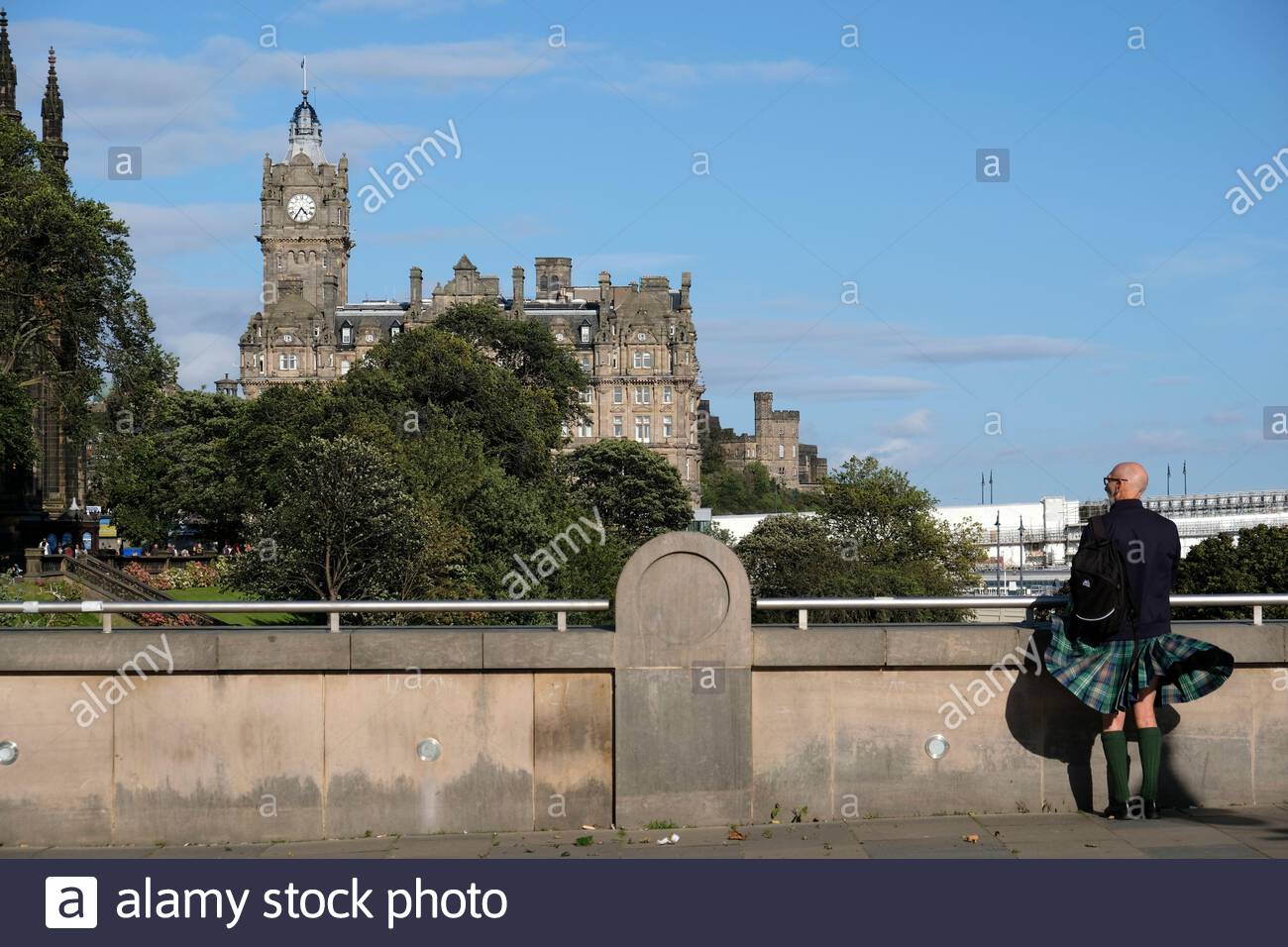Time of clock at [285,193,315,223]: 4:35
